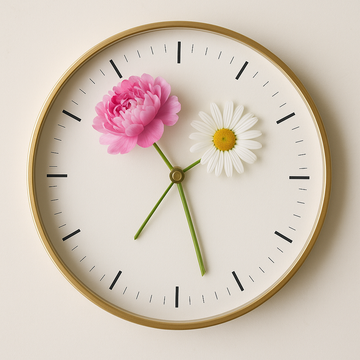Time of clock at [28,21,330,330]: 1:27
